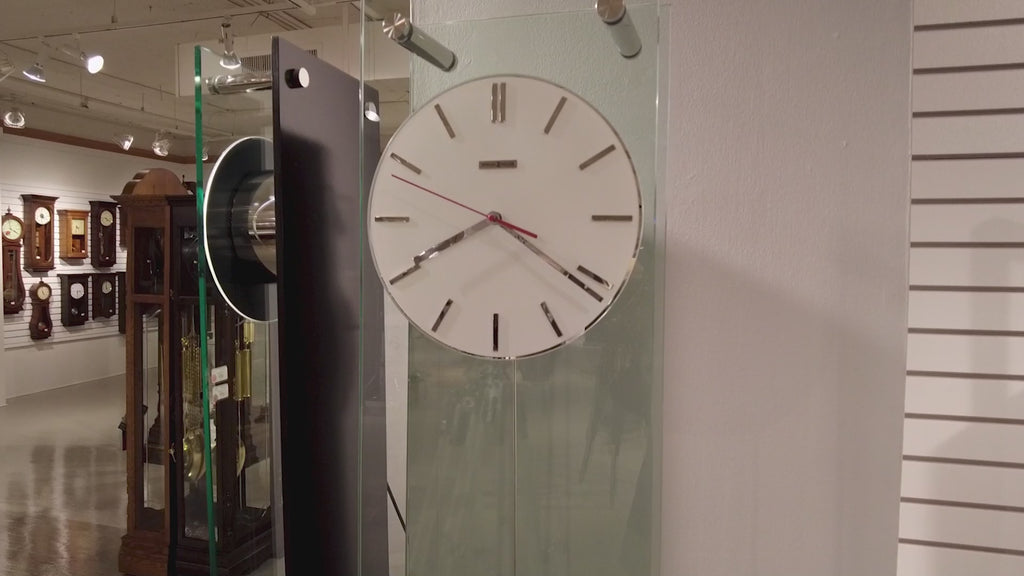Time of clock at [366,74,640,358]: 8:20
